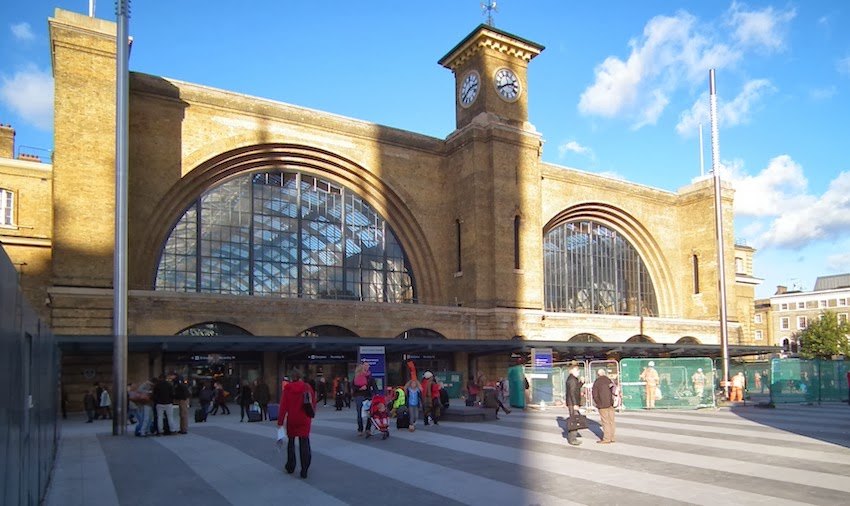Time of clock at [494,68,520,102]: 2:40
